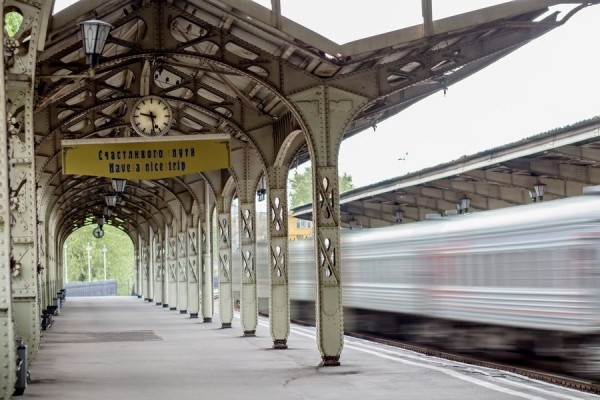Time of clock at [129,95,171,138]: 9:28
